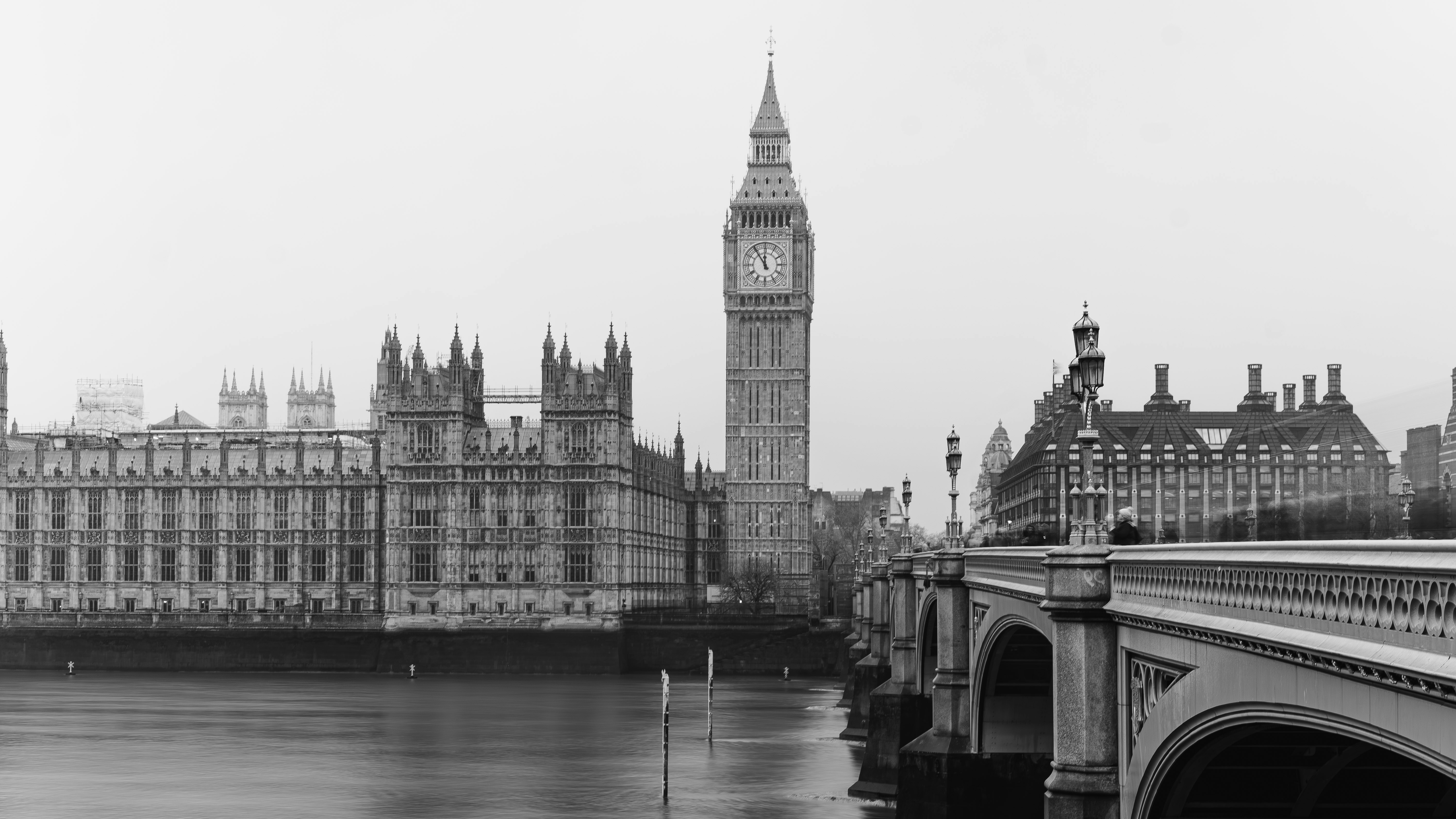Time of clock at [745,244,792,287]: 11:54
